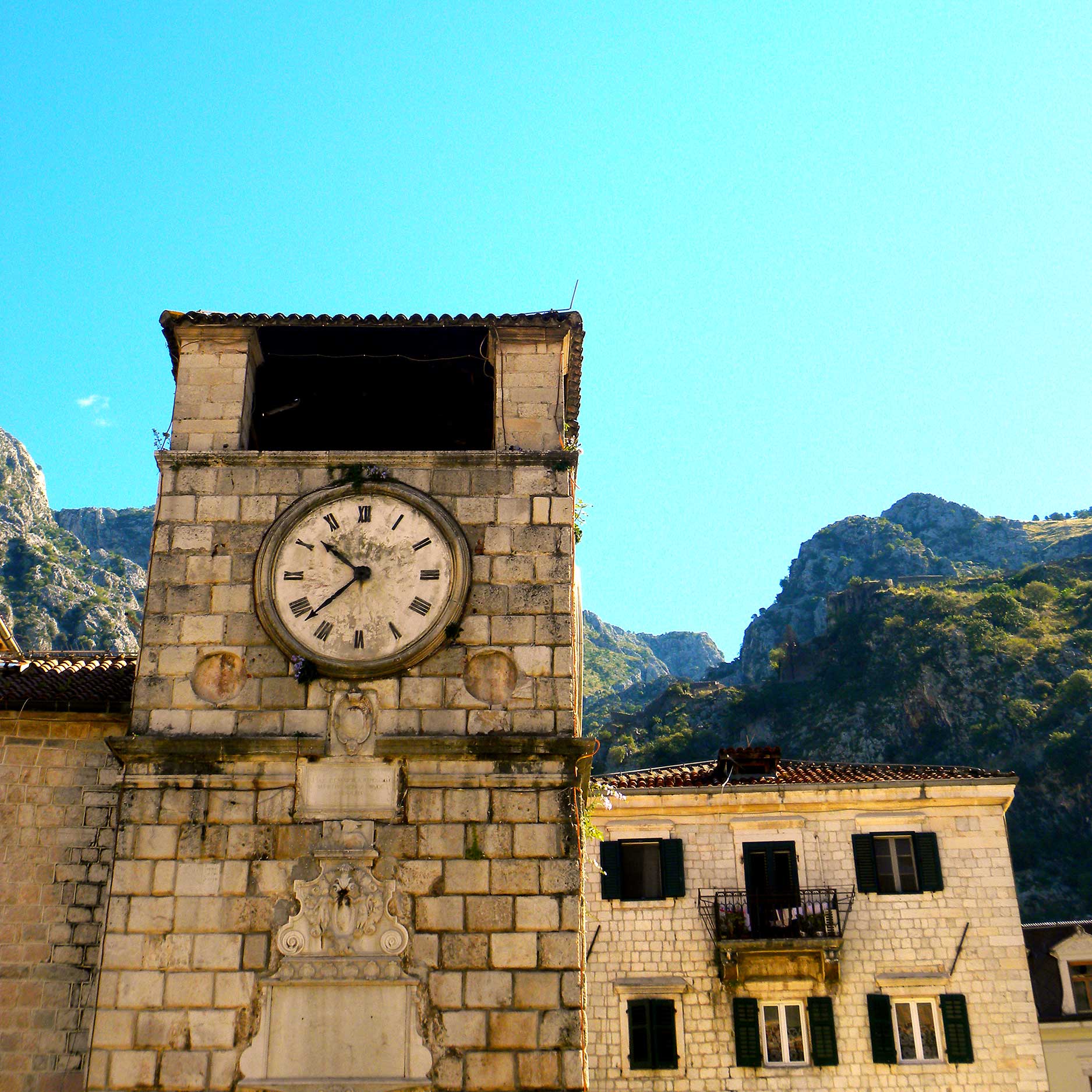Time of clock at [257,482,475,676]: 10:37
